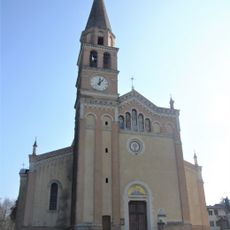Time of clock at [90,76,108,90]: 12:07
